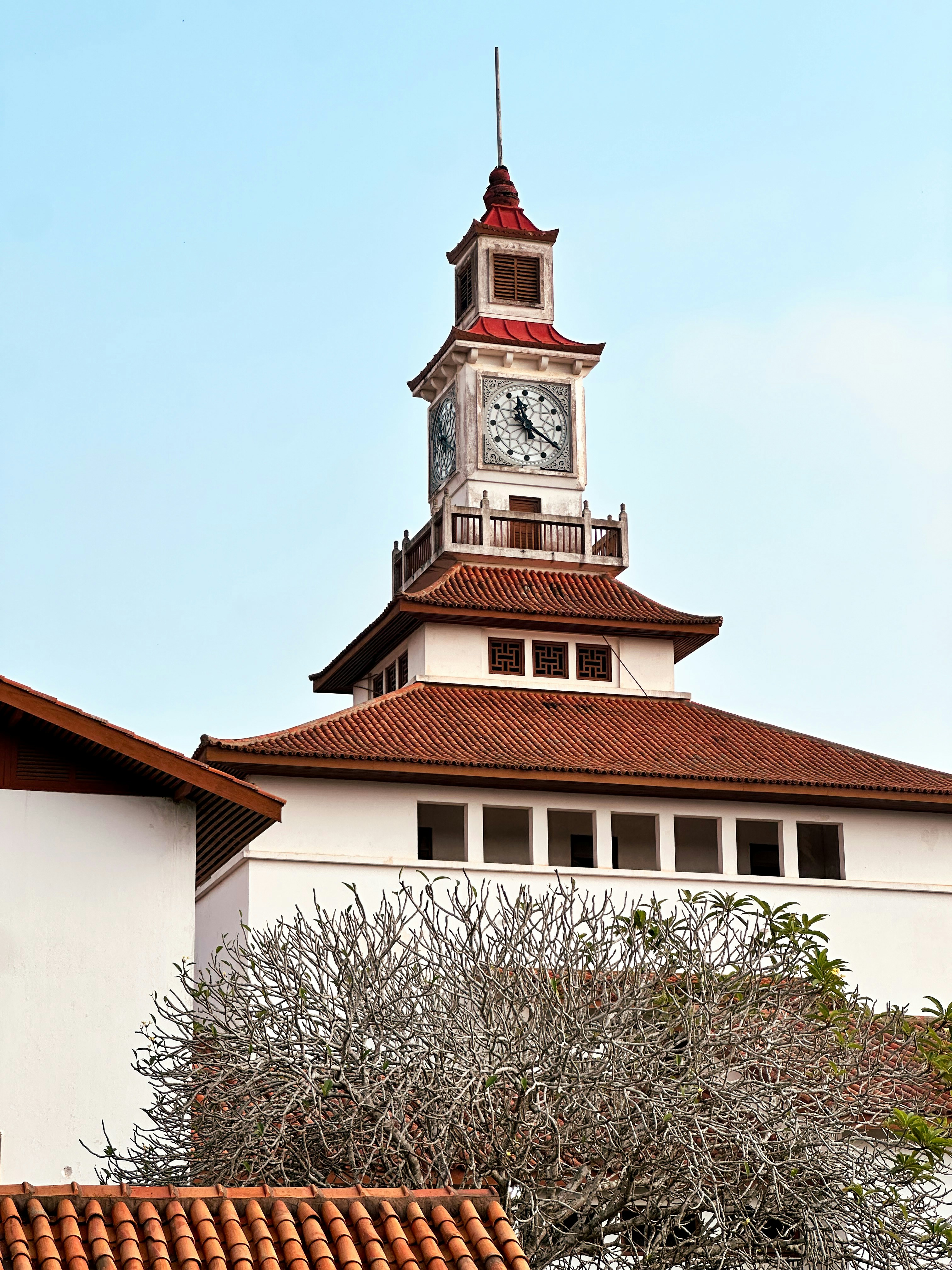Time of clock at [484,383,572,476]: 11:20
